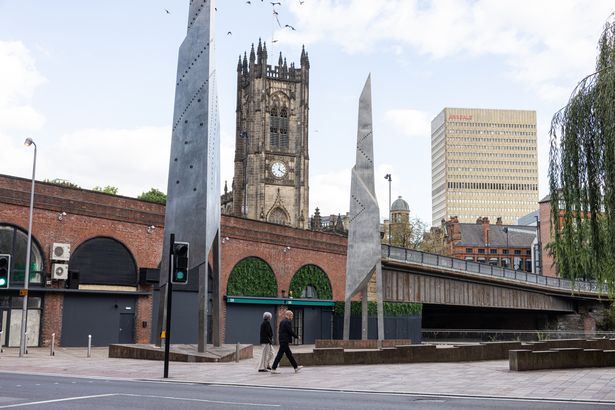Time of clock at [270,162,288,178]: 4:02
